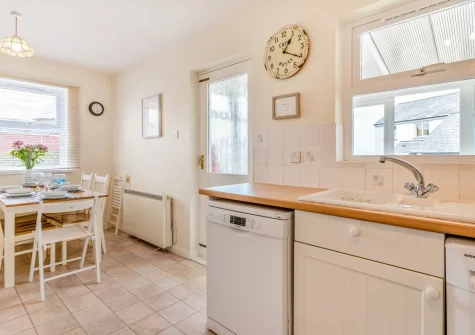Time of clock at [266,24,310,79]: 1:20
